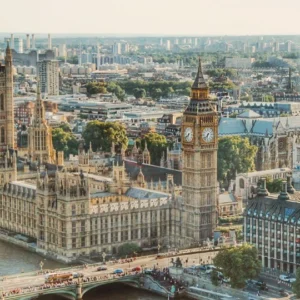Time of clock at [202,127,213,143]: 6:37
